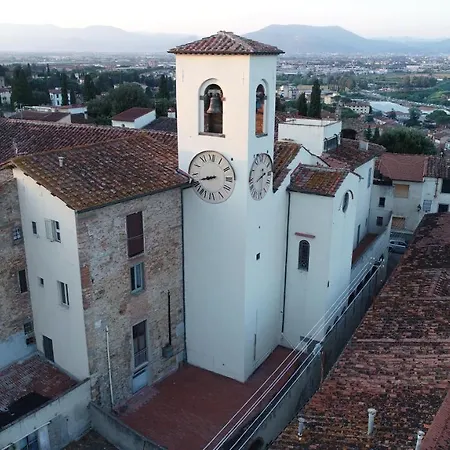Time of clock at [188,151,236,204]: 8:41
